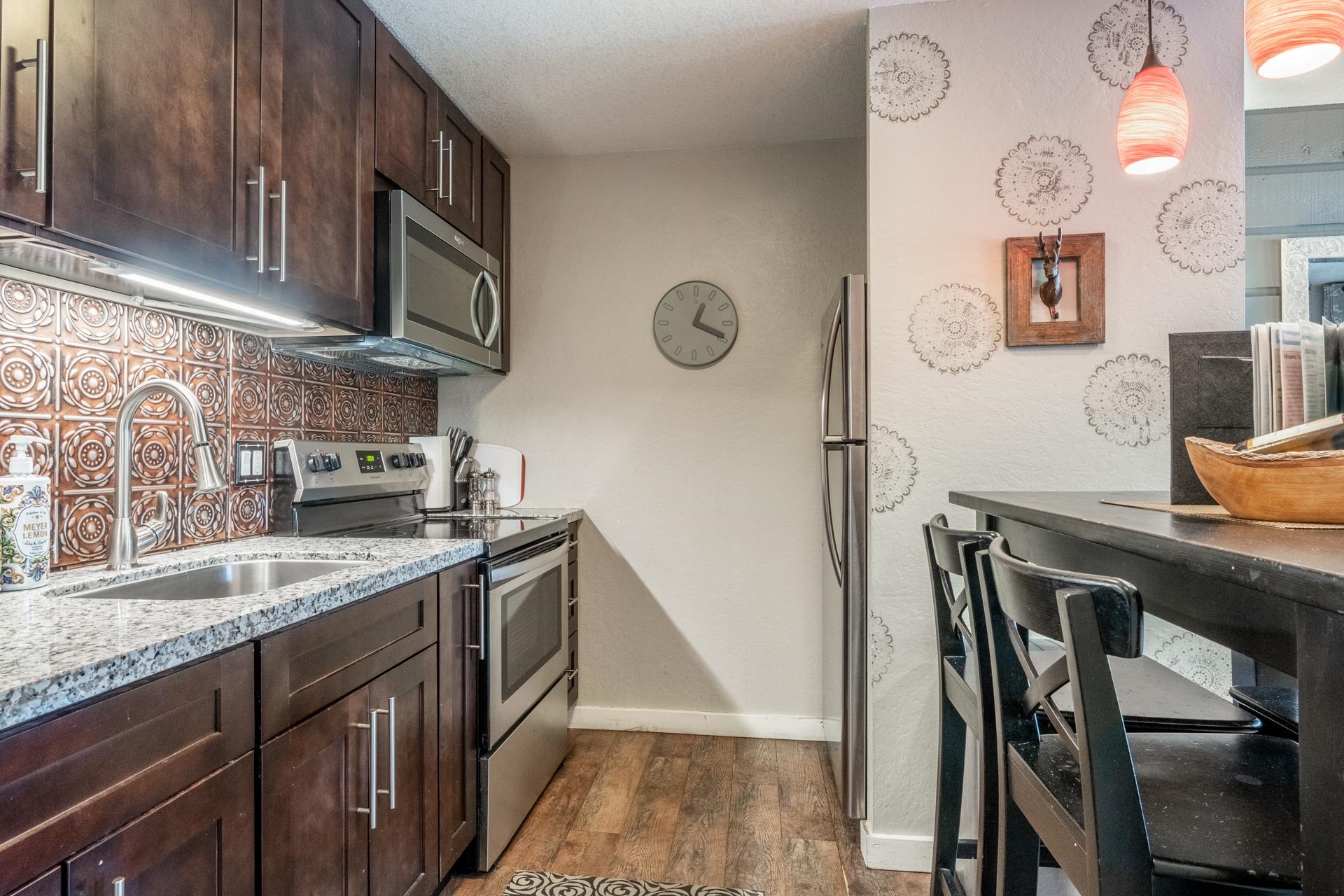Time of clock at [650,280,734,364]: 12:18
